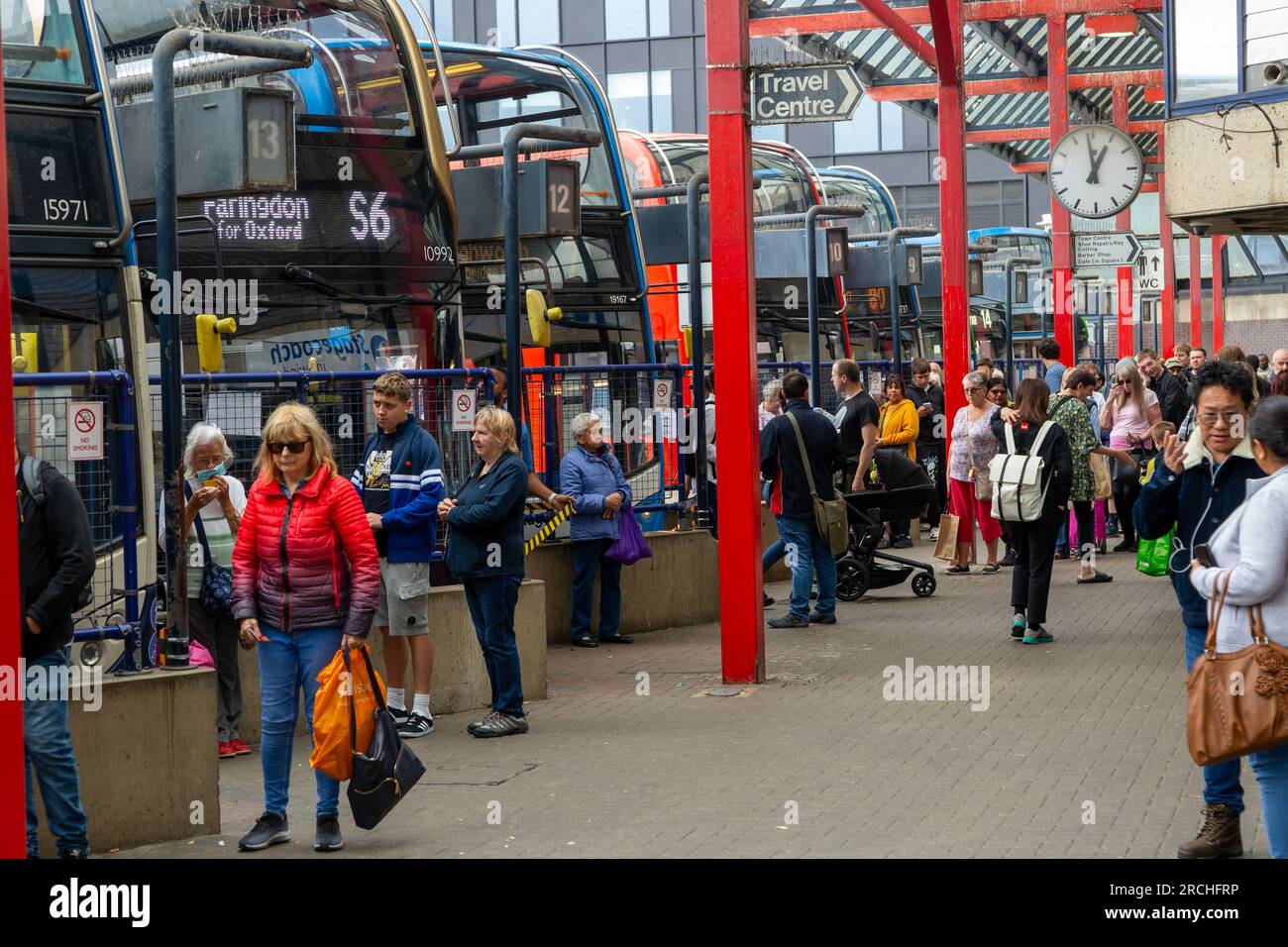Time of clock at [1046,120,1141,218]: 12:58
